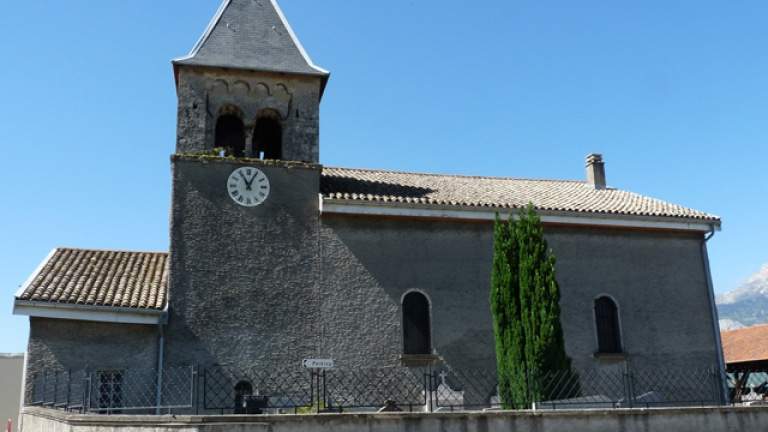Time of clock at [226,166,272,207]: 11:04
